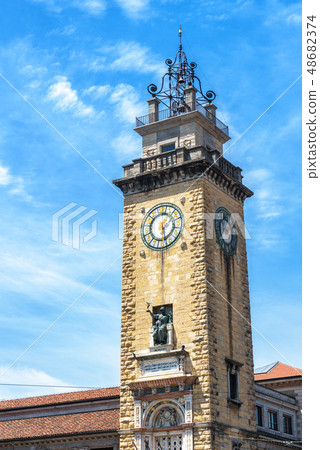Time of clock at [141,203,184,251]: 1:28
